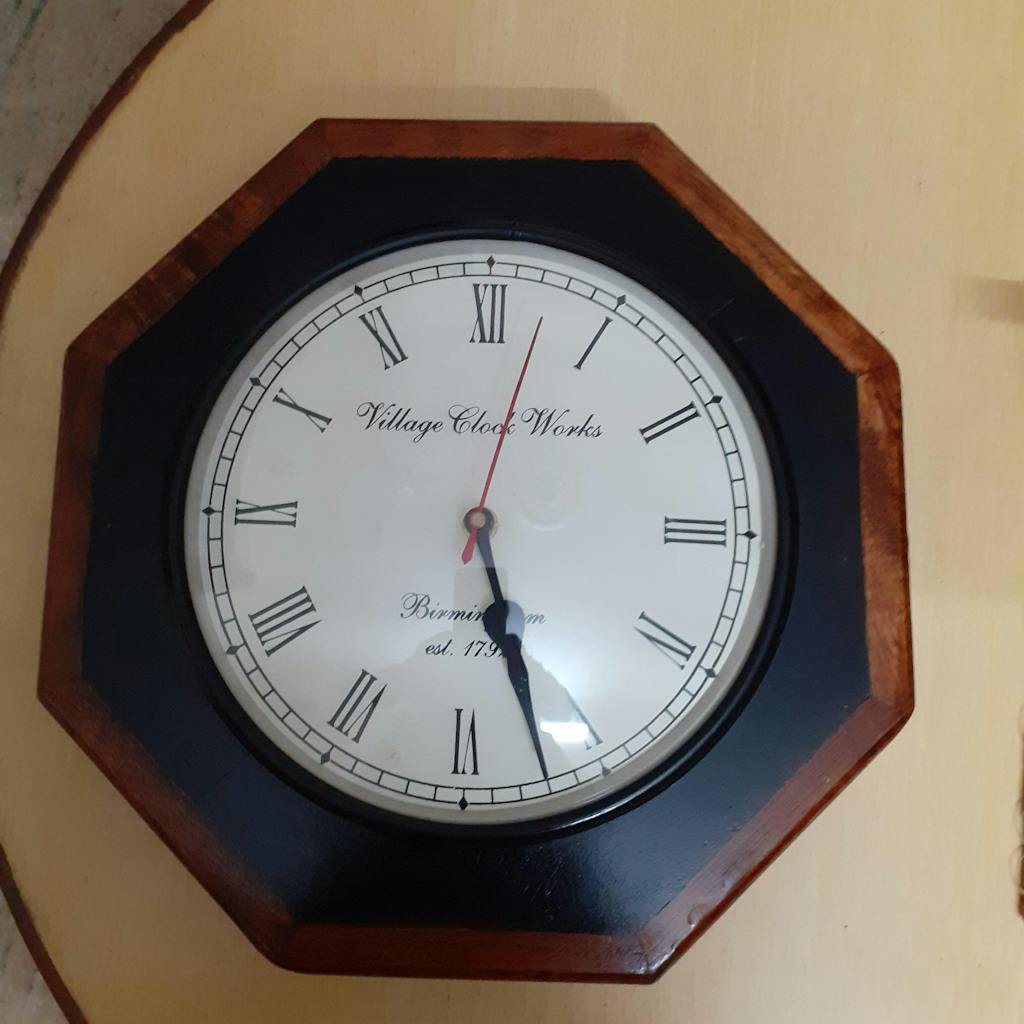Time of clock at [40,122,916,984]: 5:26
